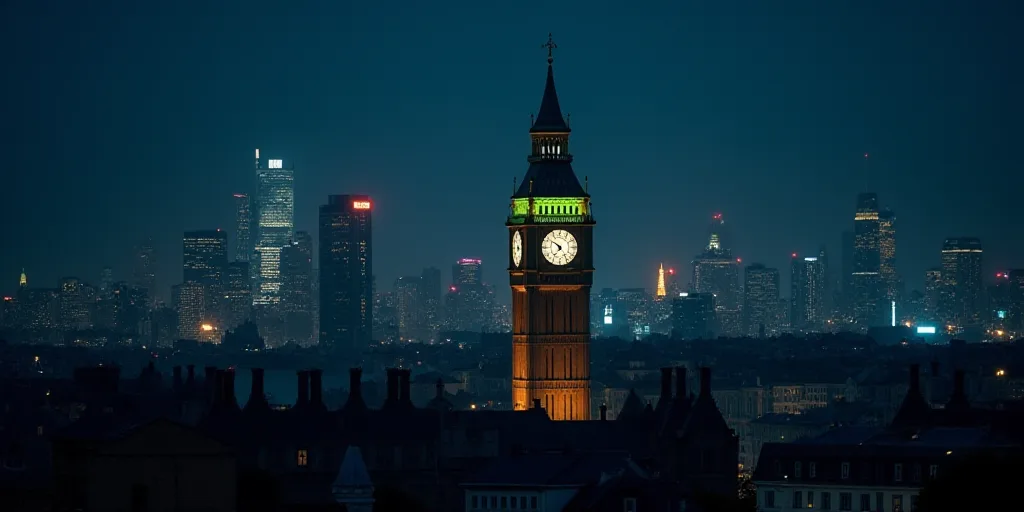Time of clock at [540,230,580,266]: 4:50
